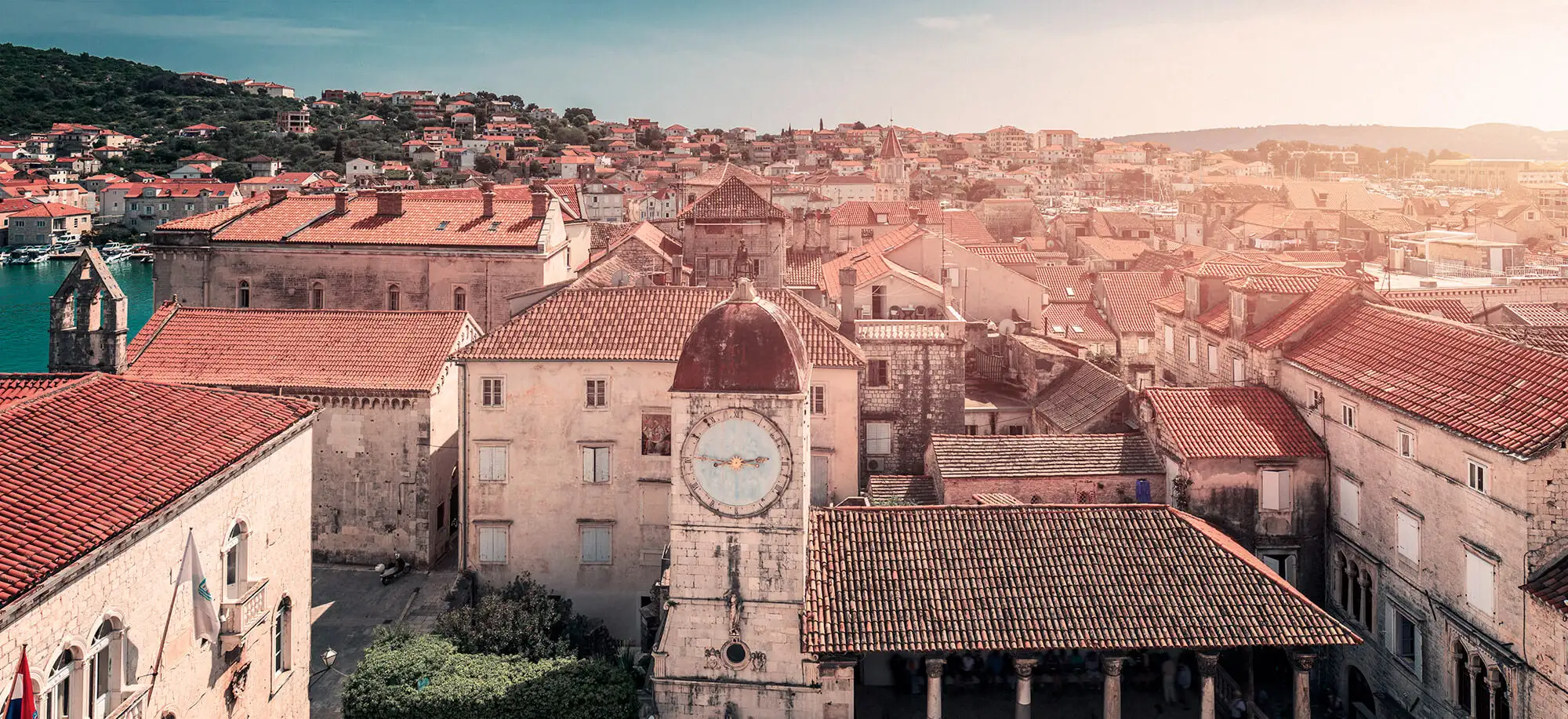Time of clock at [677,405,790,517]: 2:46
